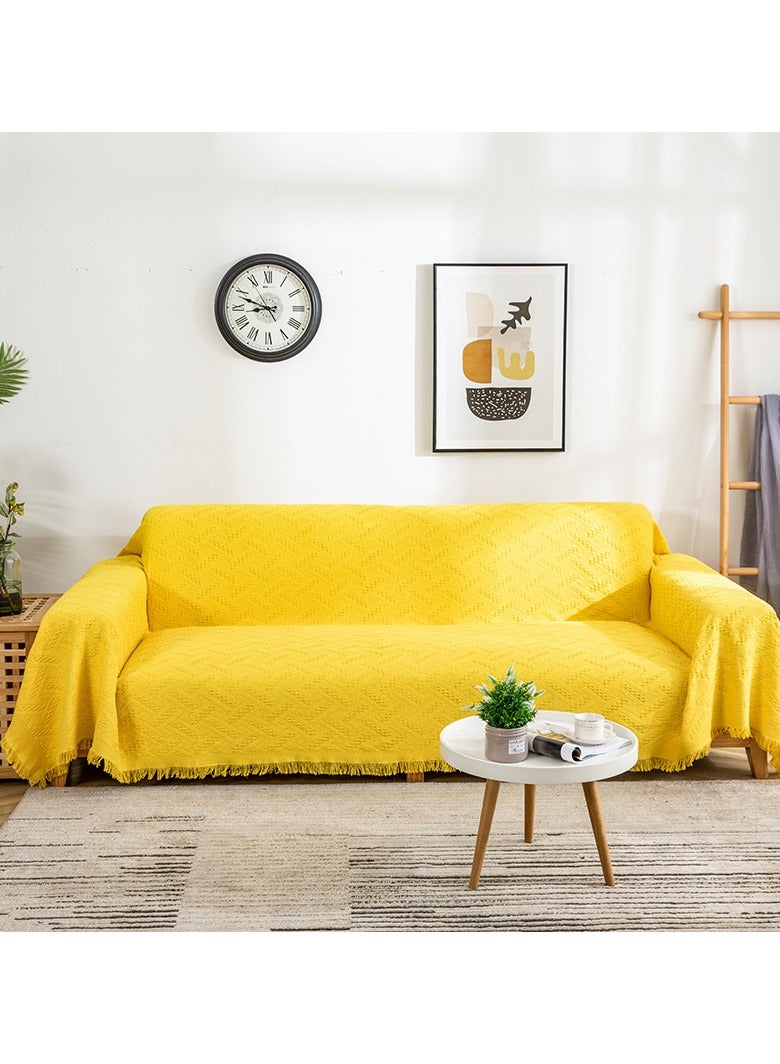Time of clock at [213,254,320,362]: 8:48
